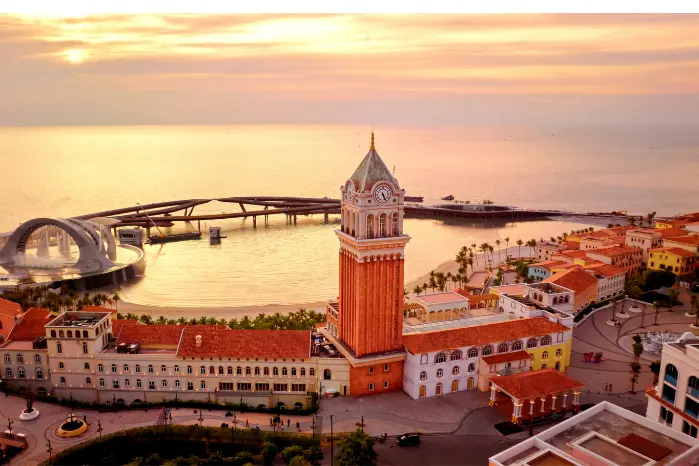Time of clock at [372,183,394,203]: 5:26
